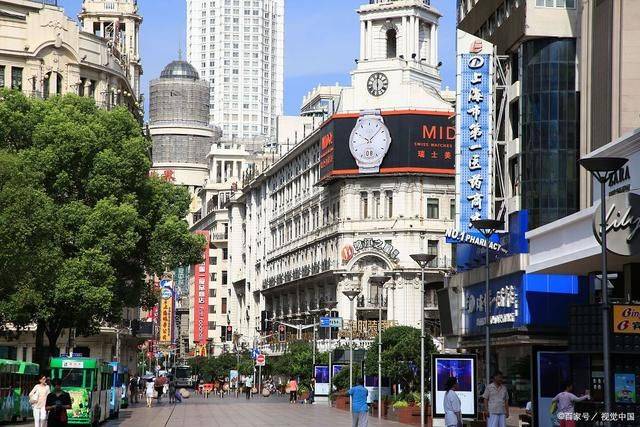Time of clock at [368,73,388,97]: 5:59
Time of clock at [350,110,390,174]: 10:07
